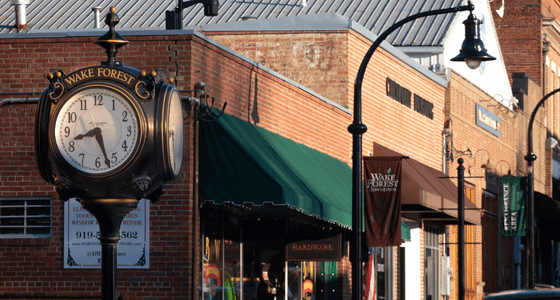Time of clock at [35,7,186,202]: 8:27
